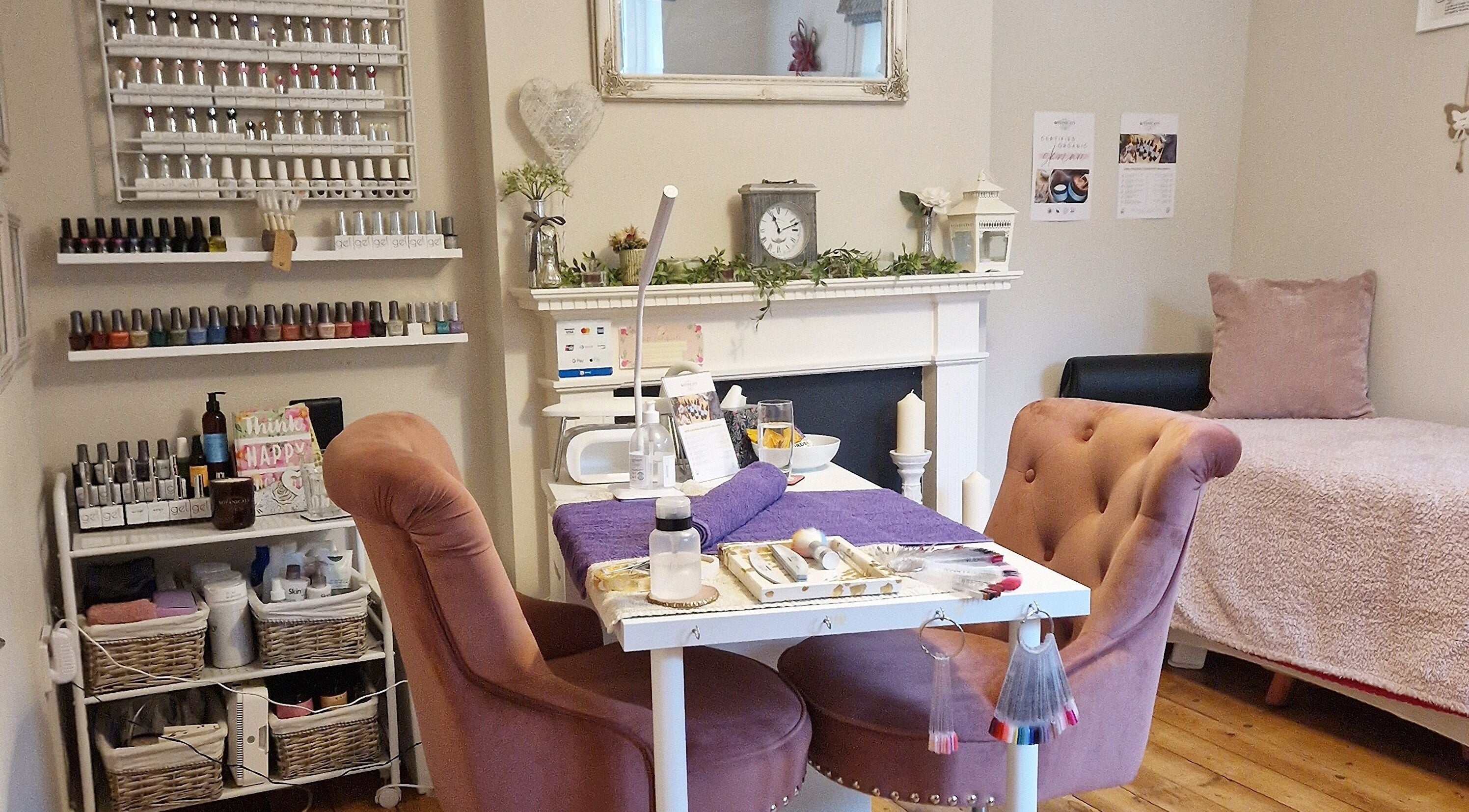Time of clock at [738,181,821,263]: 11:11
